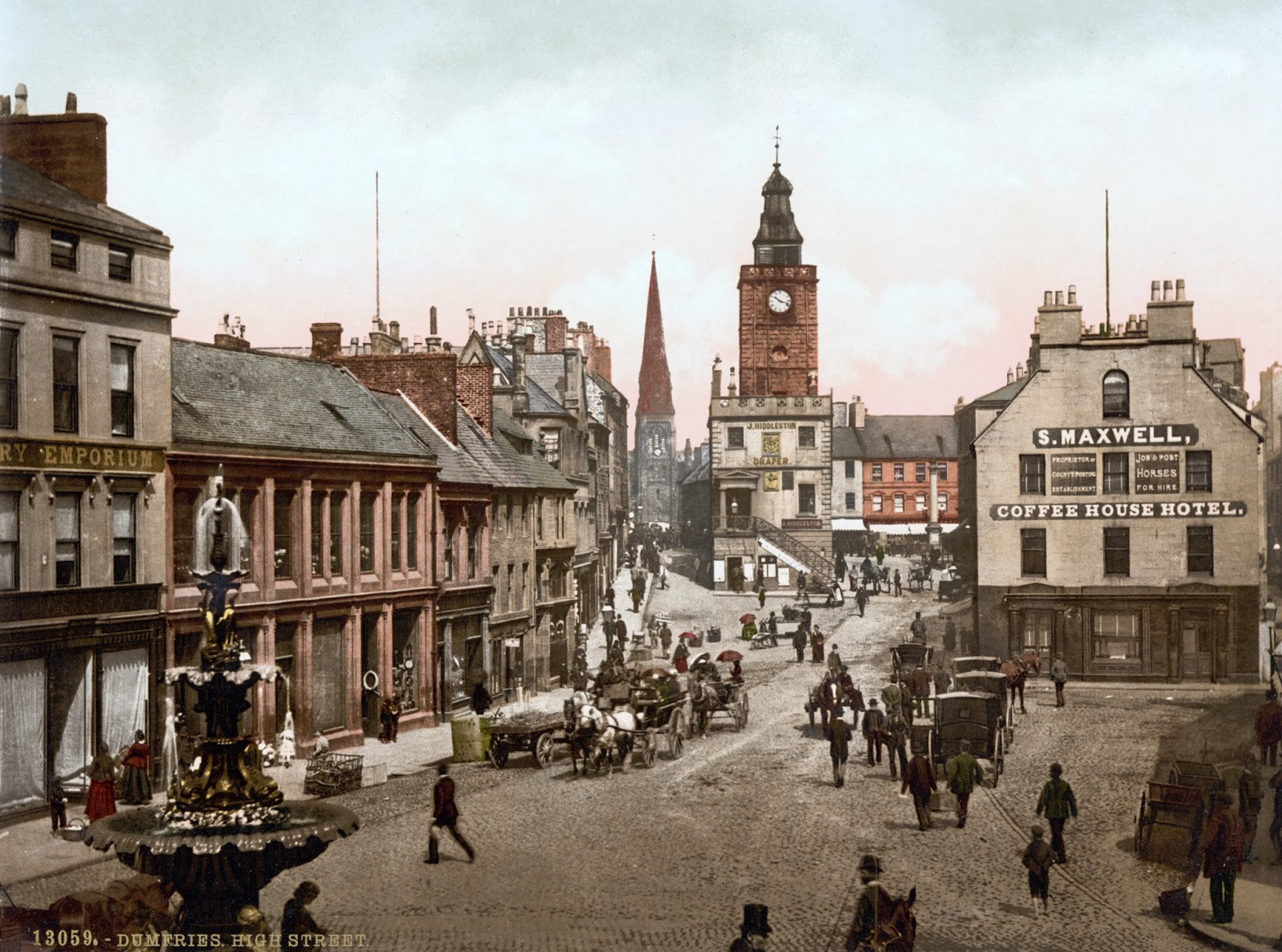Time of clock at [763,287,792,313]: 10:17
